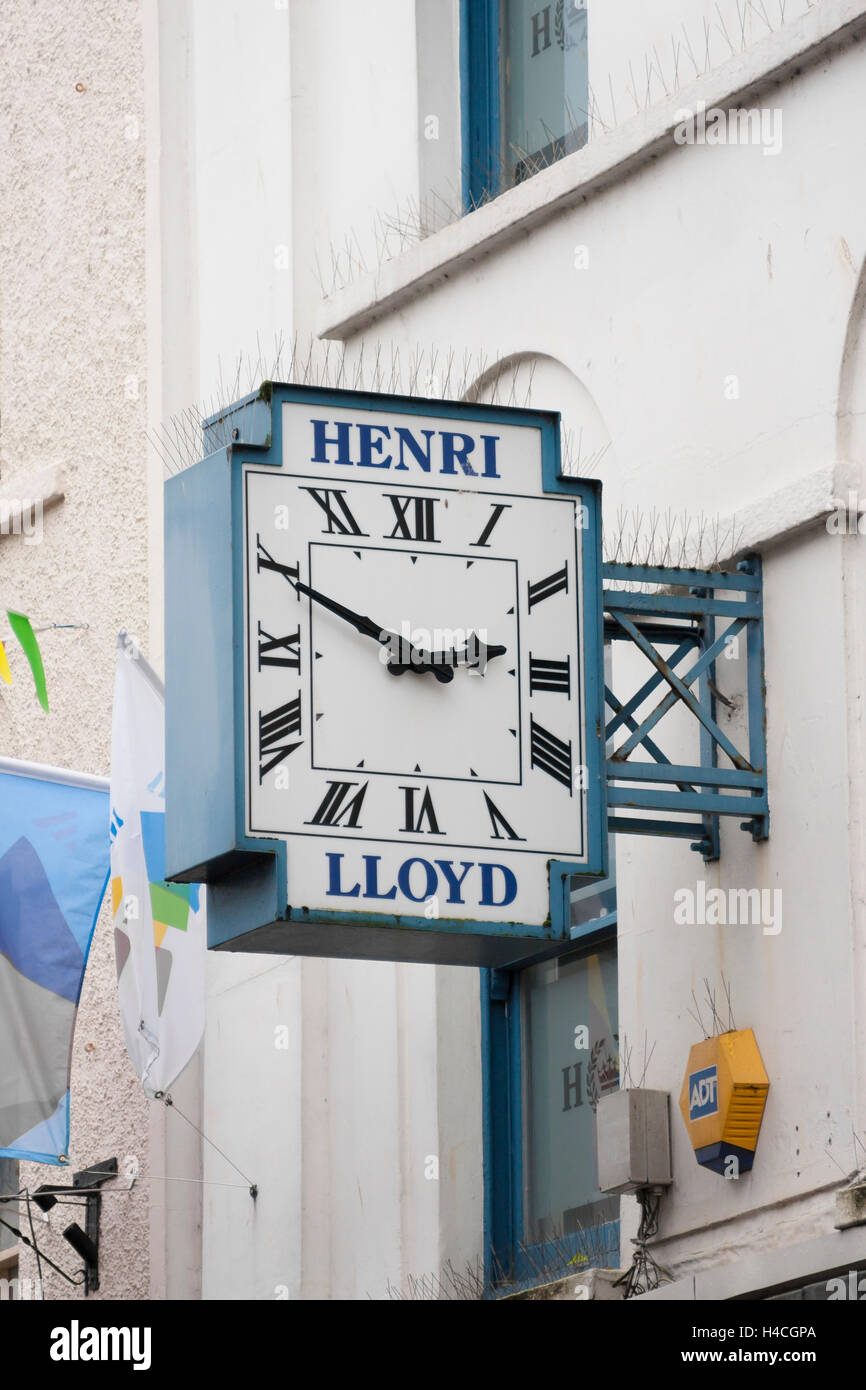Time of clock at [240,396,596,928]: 2:49
